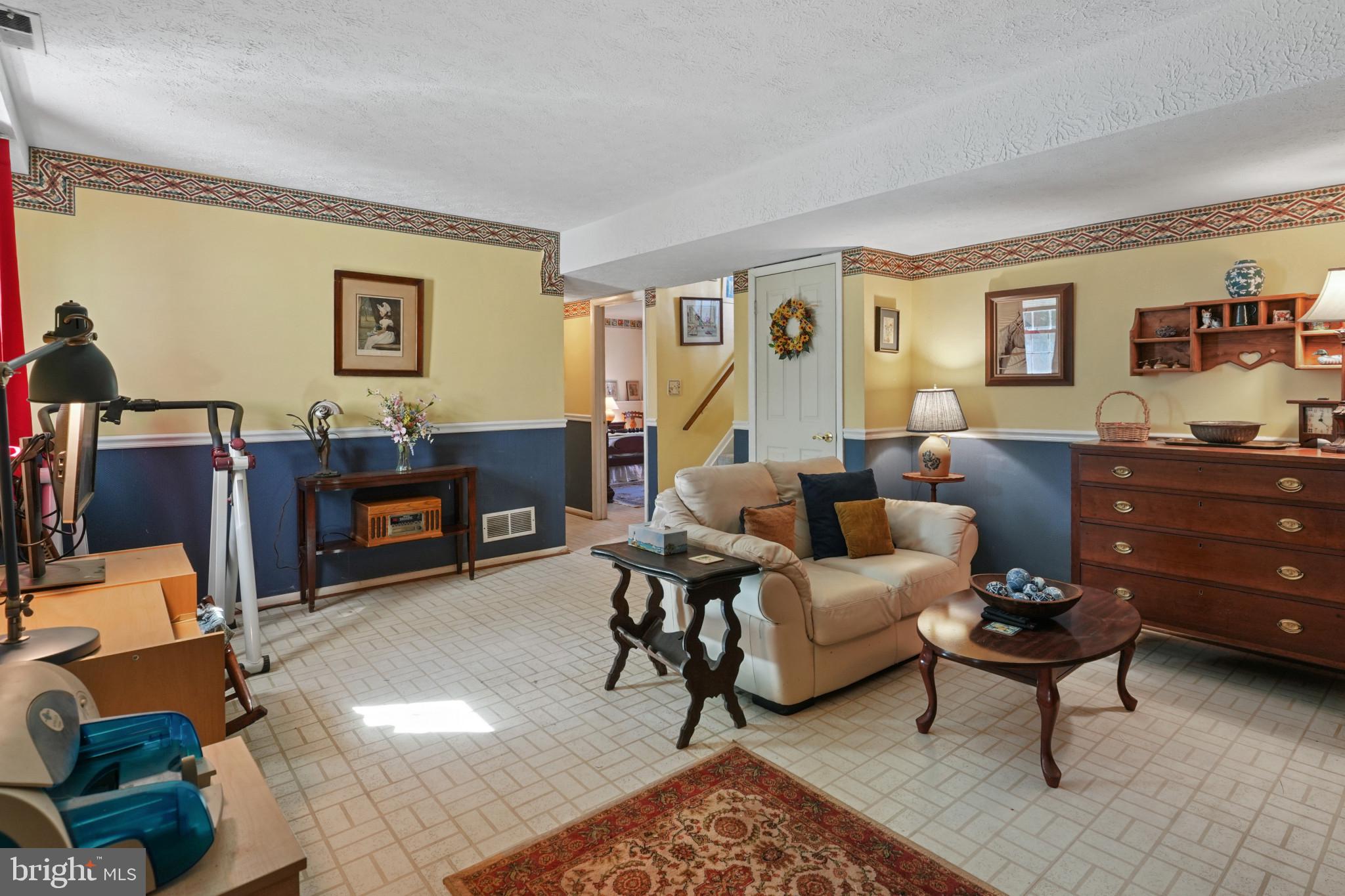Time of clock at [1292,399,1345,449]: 12:21
